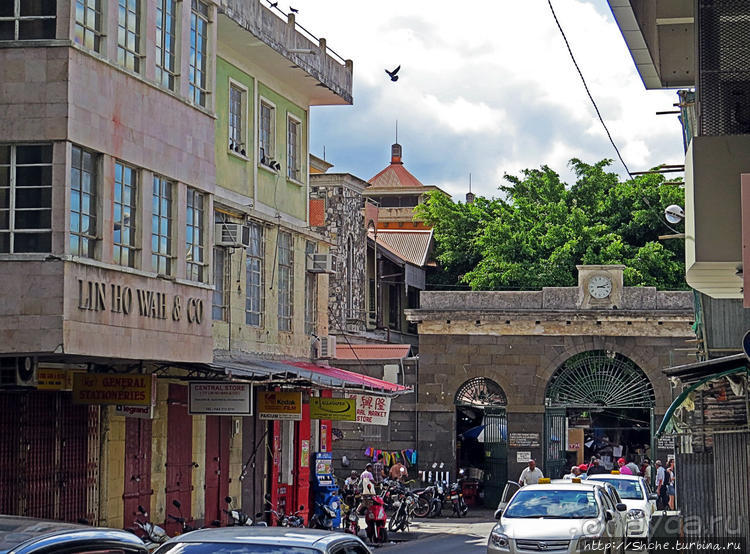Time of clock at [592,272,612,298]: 3:12
